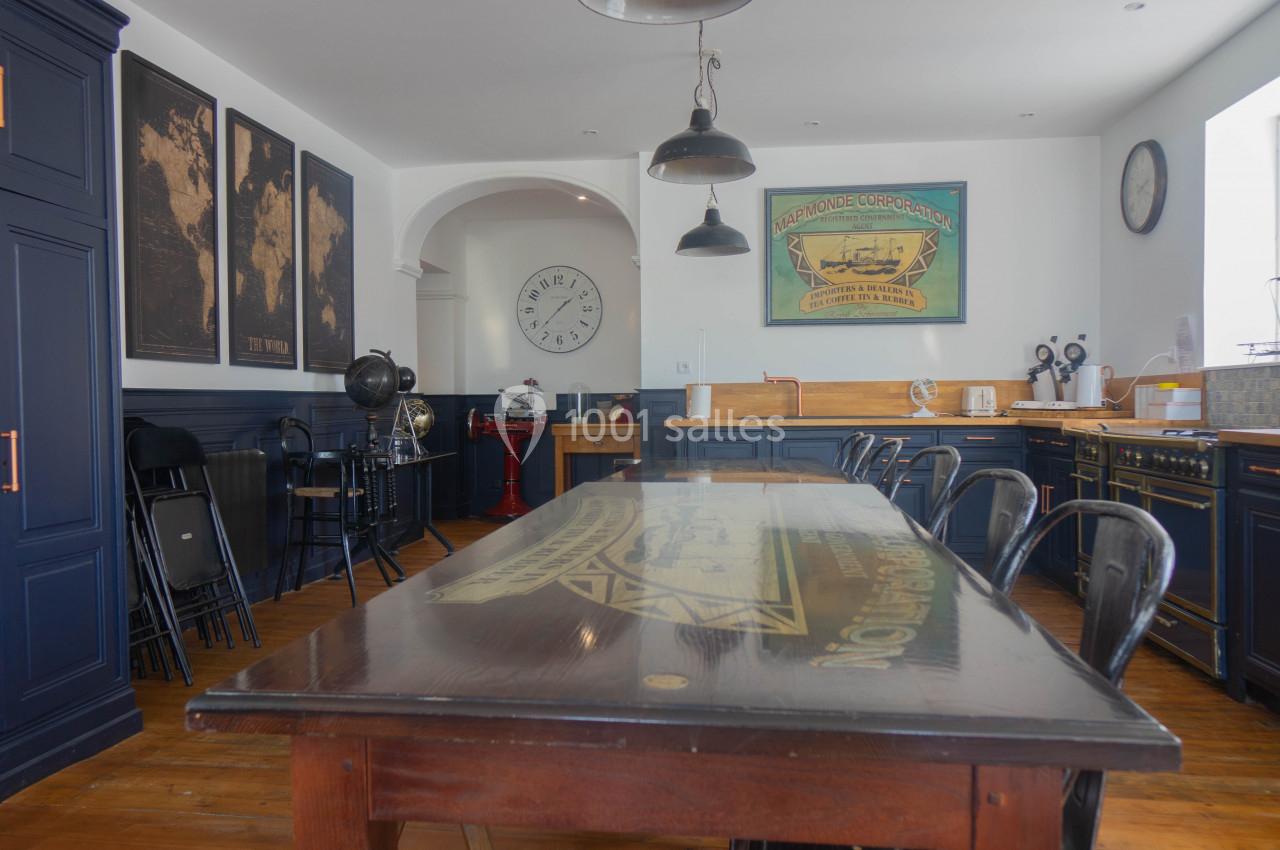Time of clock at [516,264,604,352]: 1:37
